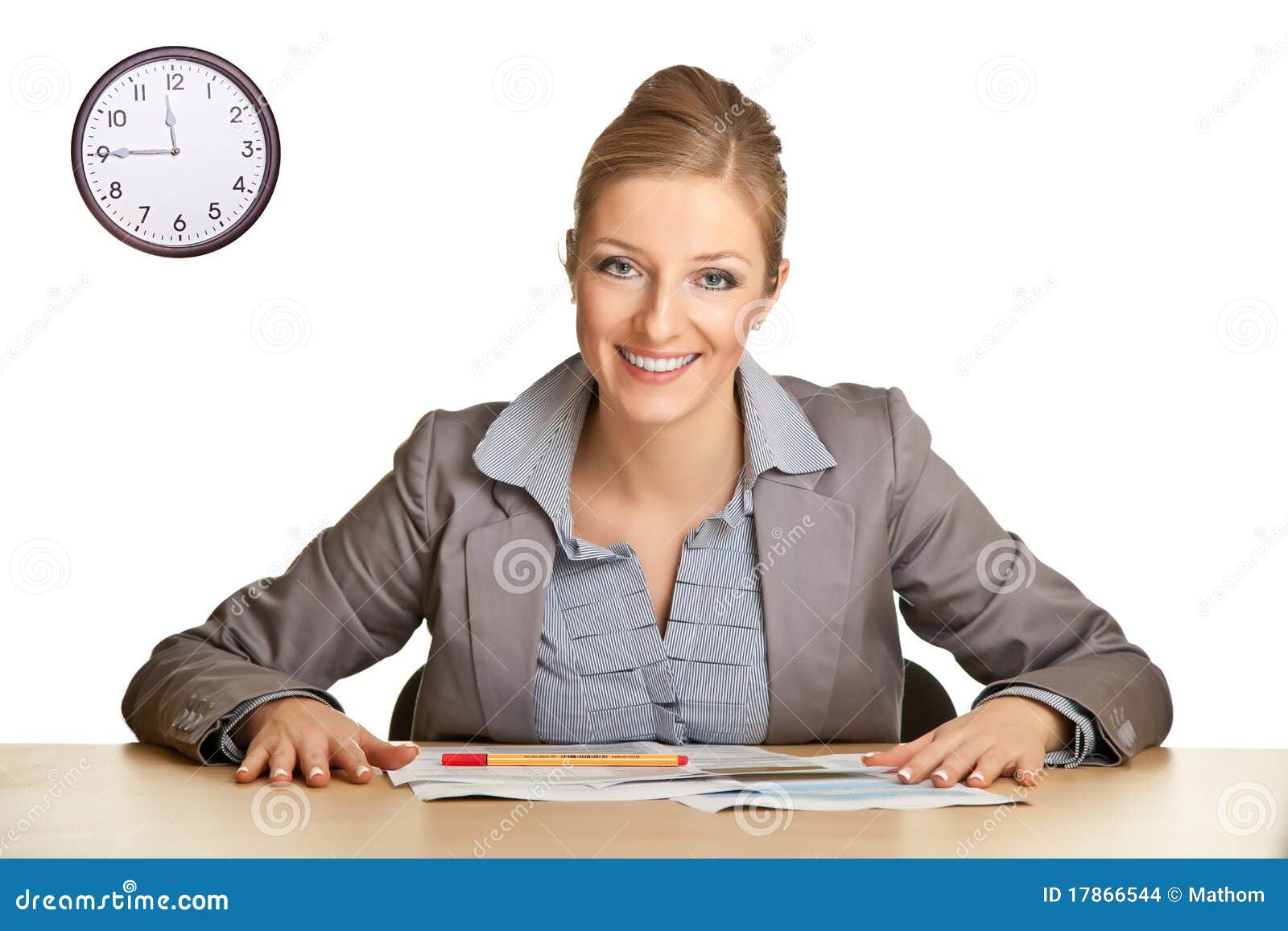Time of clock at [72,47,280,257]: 11:45
